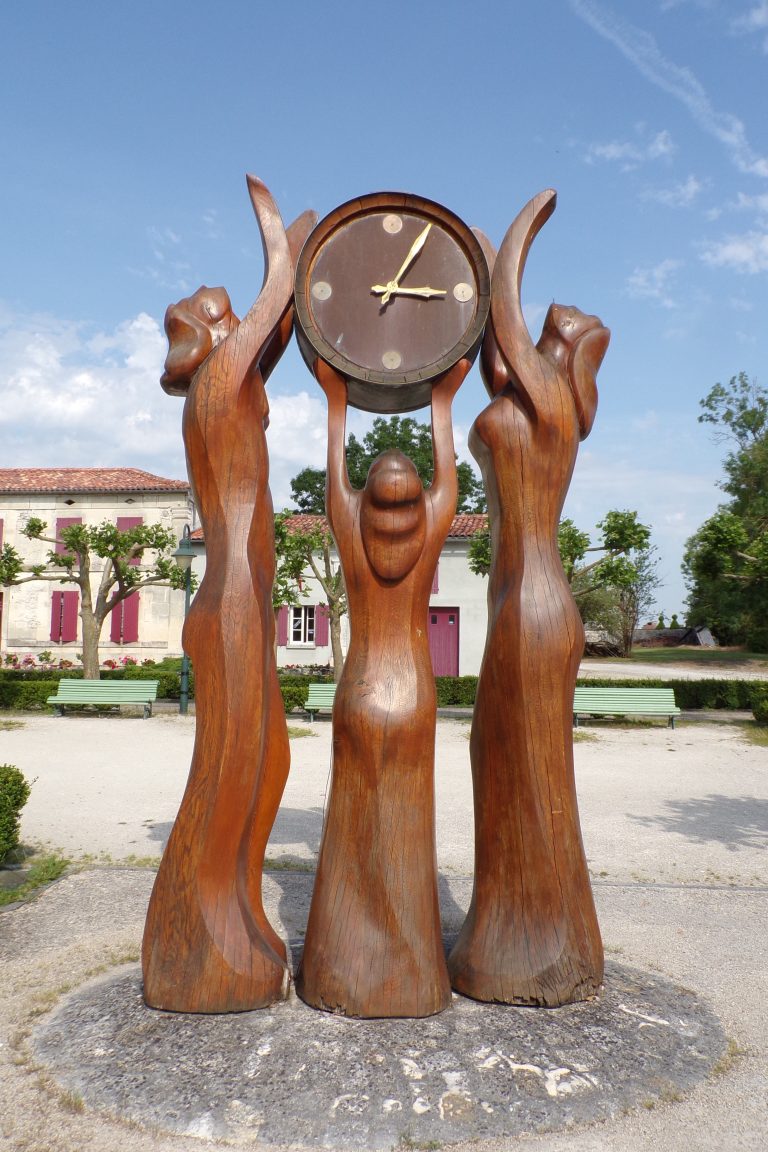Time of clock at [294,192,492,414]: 3:04
